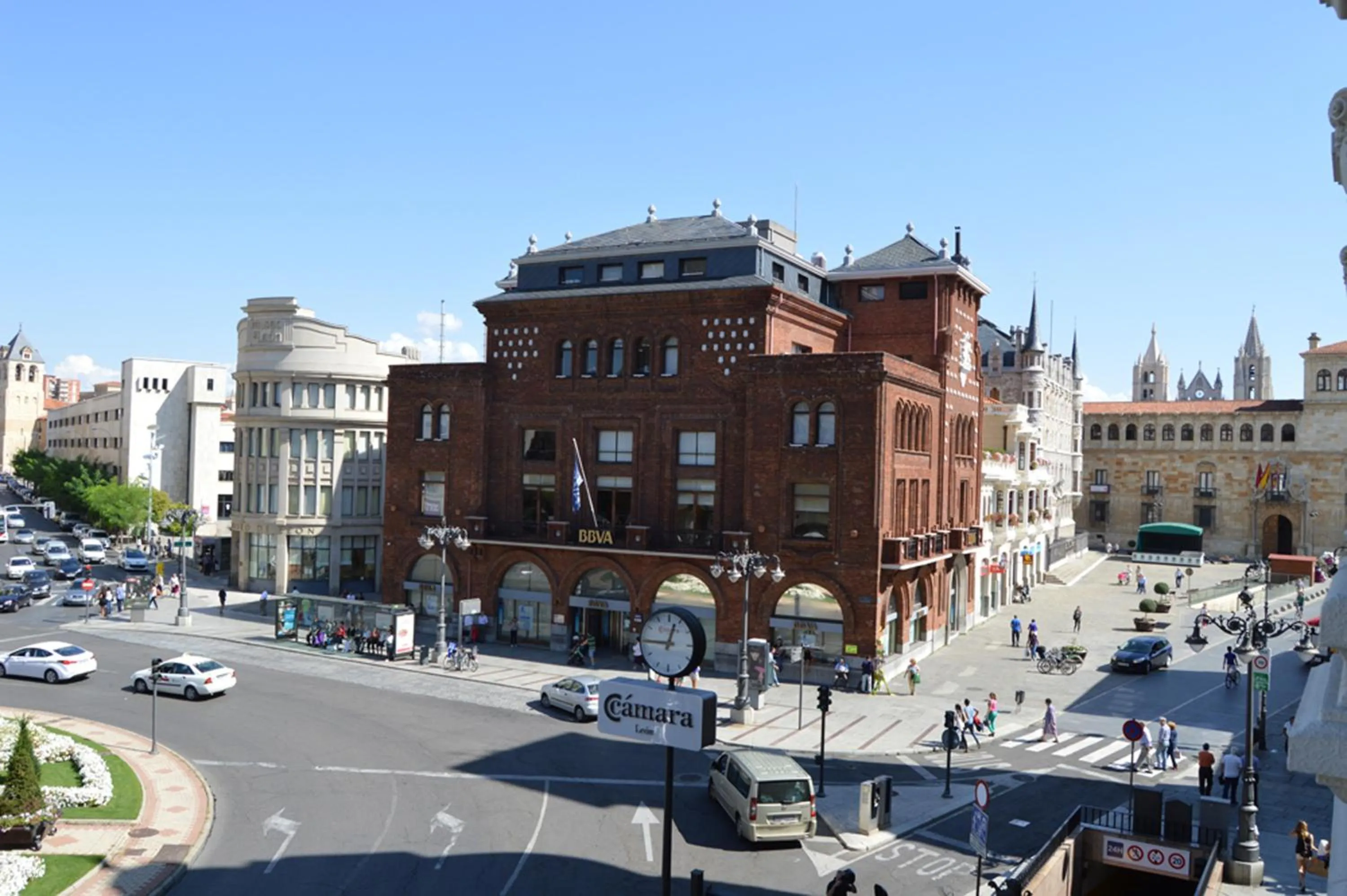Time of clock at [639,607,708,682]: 12:45
